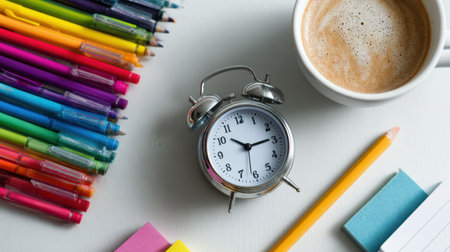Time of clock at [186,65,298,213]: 10:14
